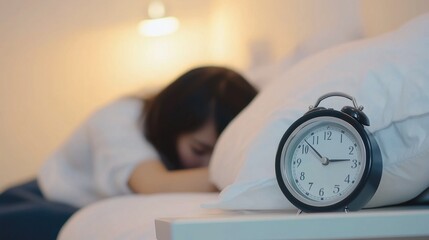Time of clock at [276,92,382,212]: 2:52
